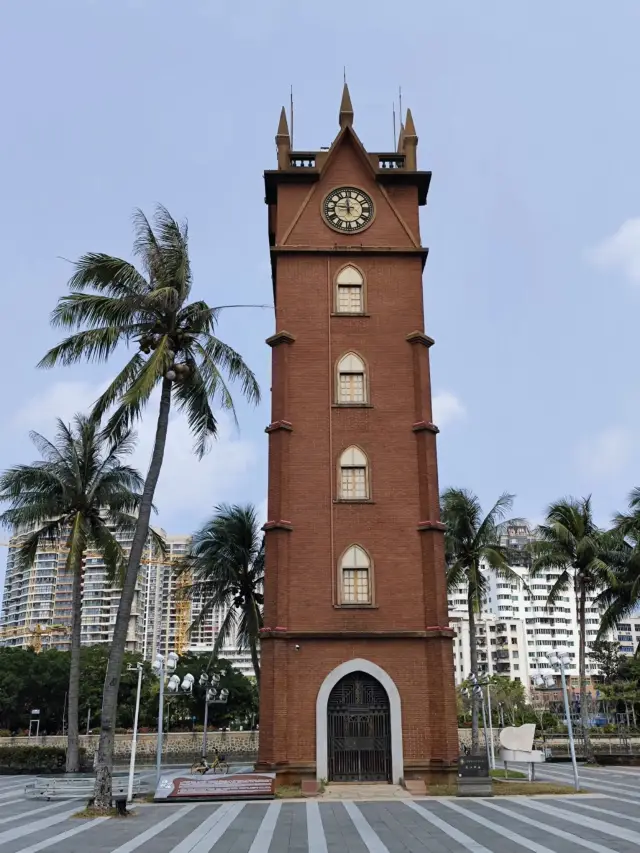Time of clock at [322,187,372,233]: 11:46
